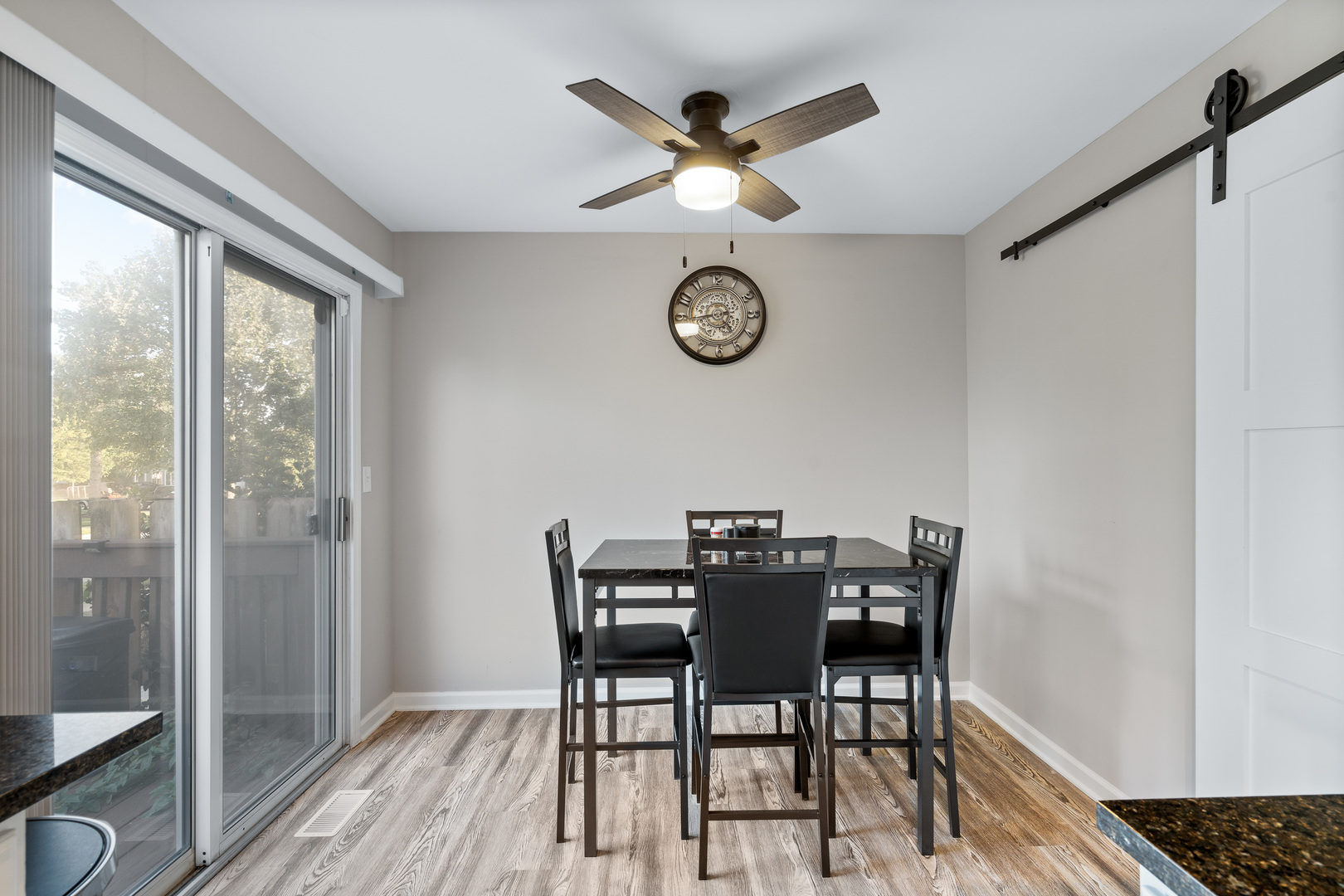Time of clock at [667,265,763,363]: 4:44
